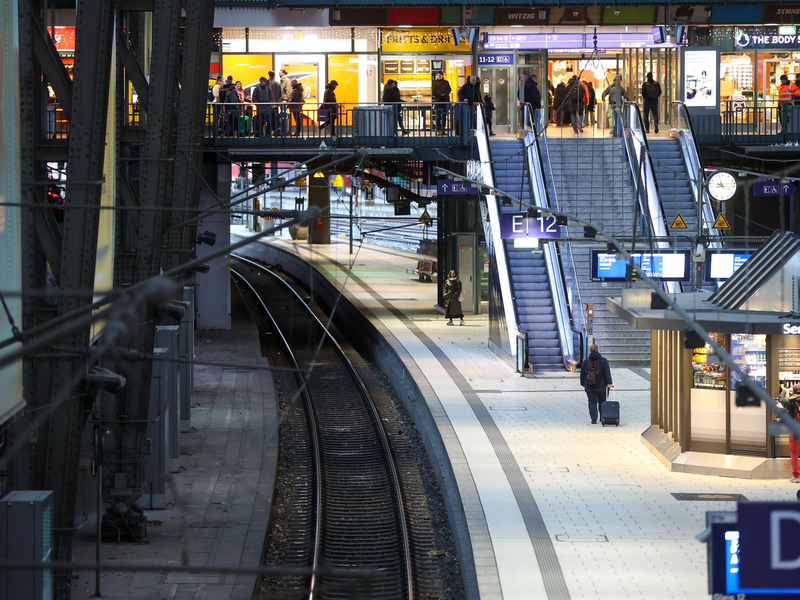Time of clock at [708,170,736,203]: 8:56
